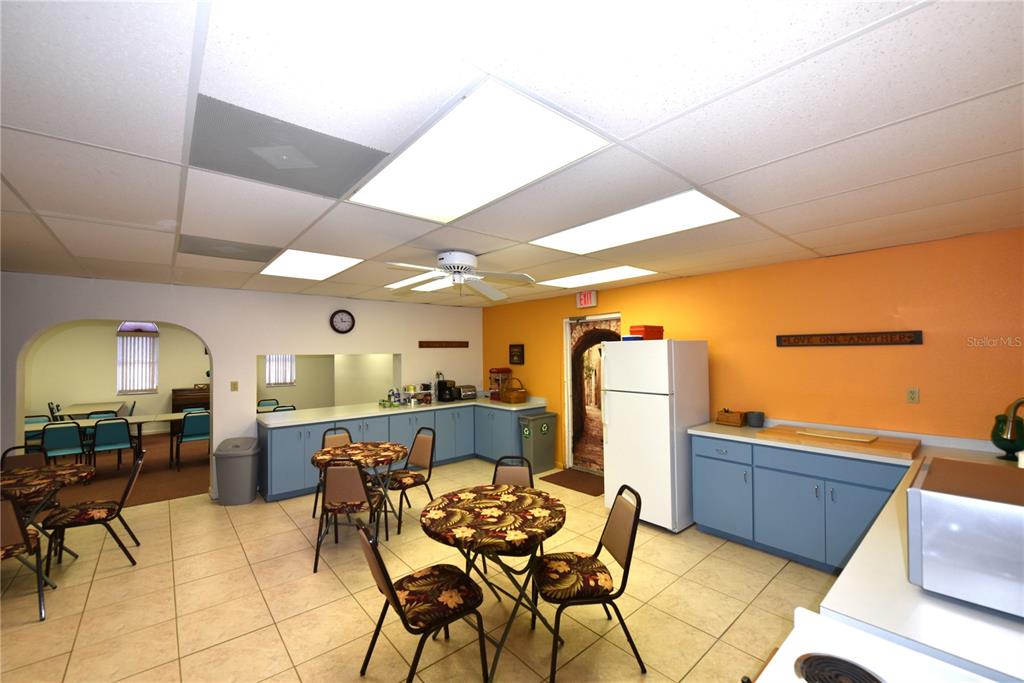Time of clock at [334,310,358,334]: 11:14
